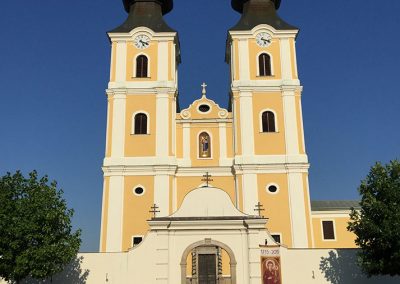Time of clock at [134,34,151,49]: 5:18
